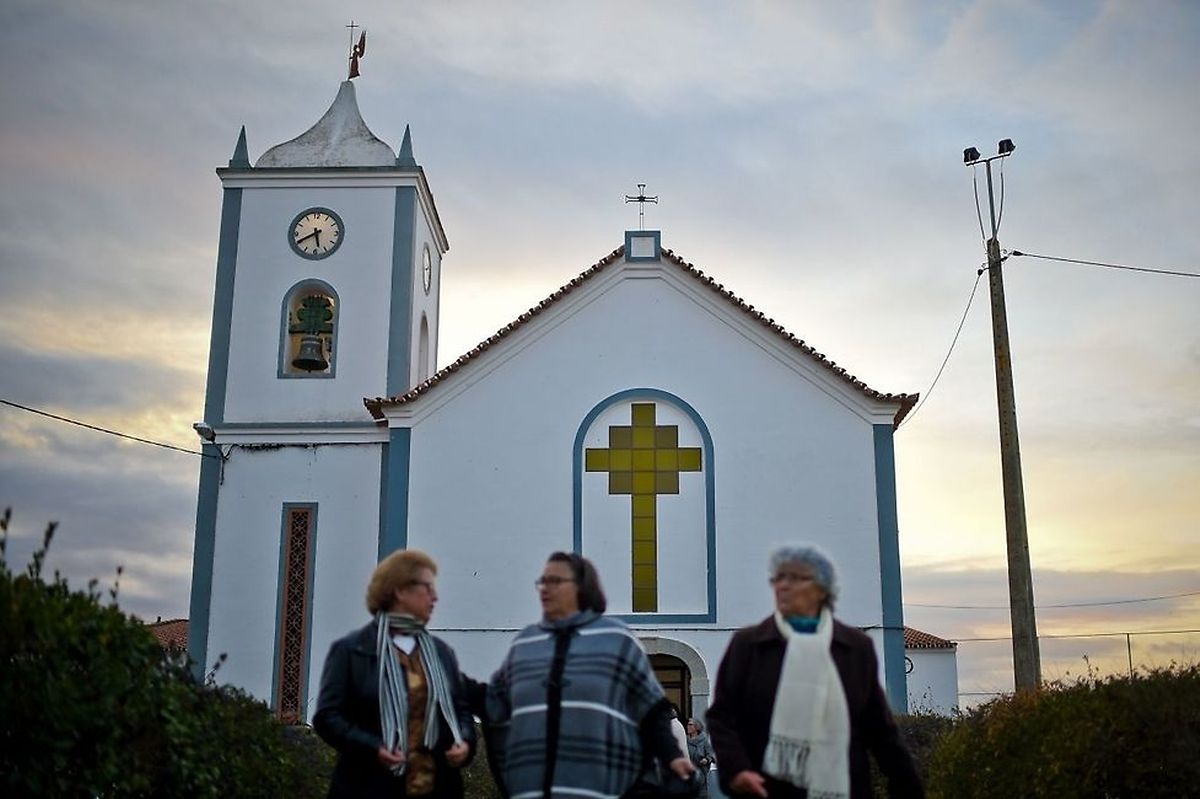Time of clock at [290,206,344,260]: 5:40
